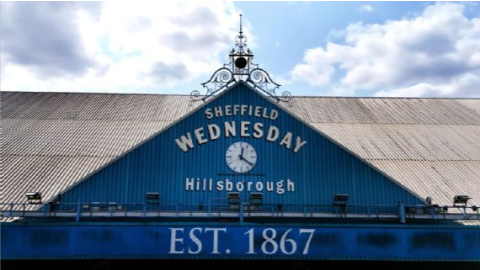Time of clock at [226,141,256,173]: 12:21
